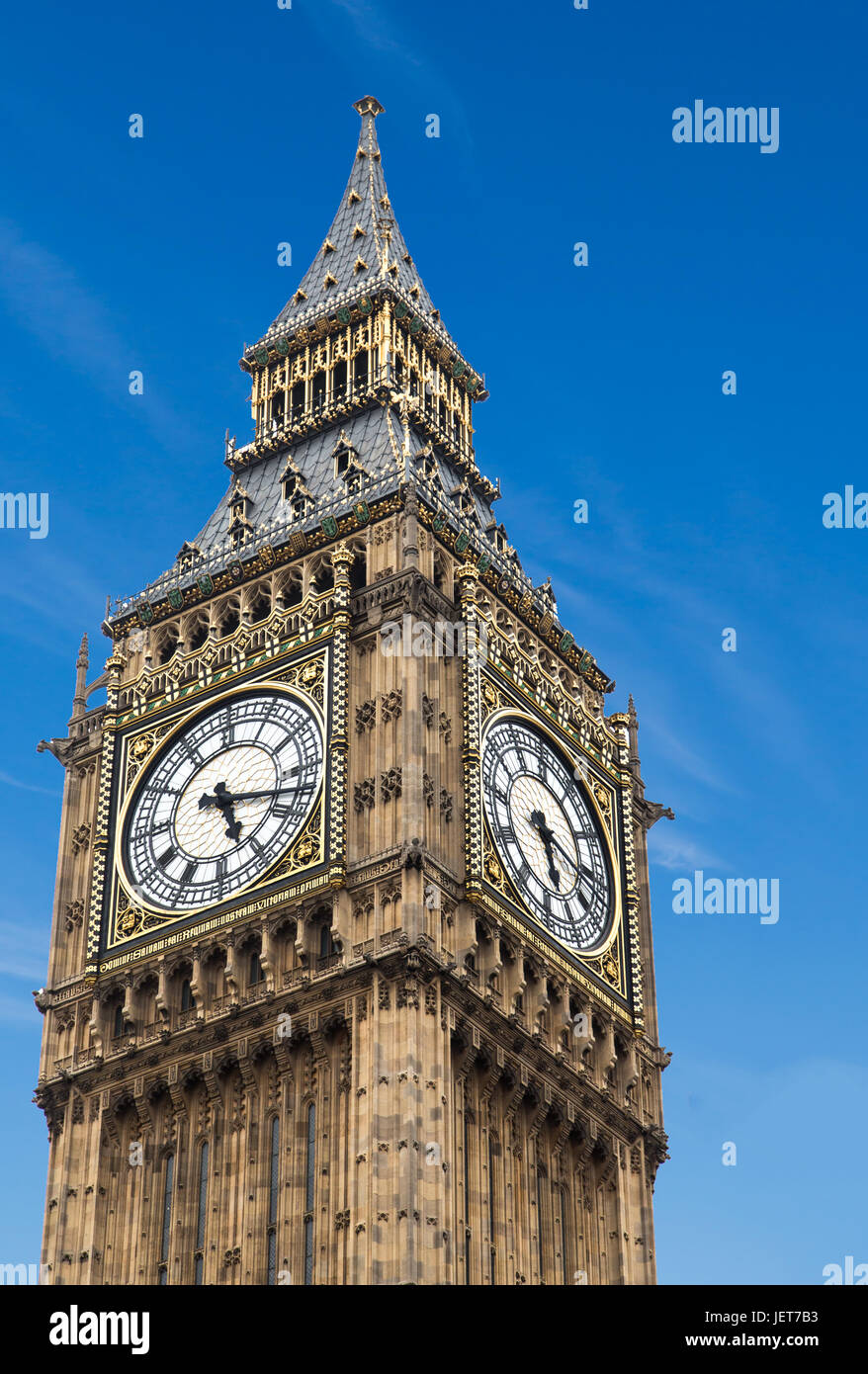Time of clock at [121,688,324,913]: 5:17
